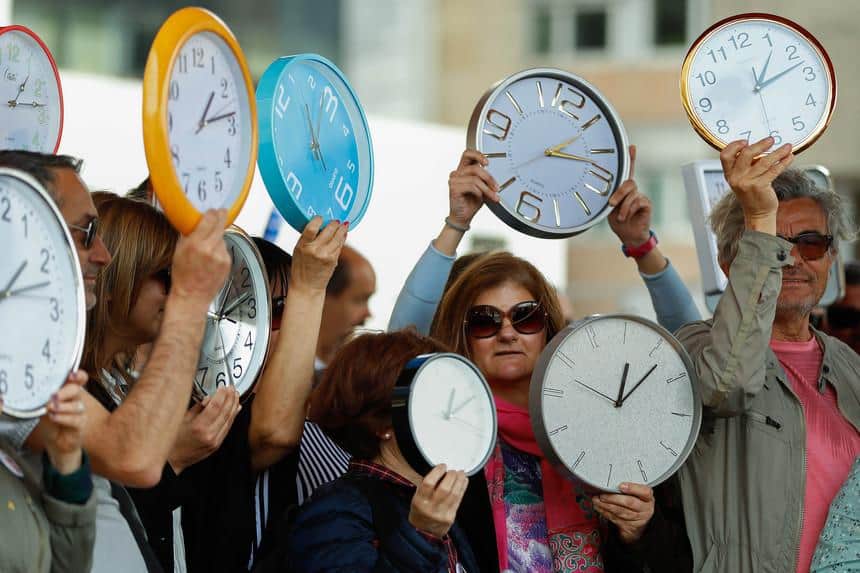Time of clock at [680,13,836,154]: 1:12
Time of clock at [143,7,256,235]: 1:13
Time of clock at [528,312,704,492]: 12:06
